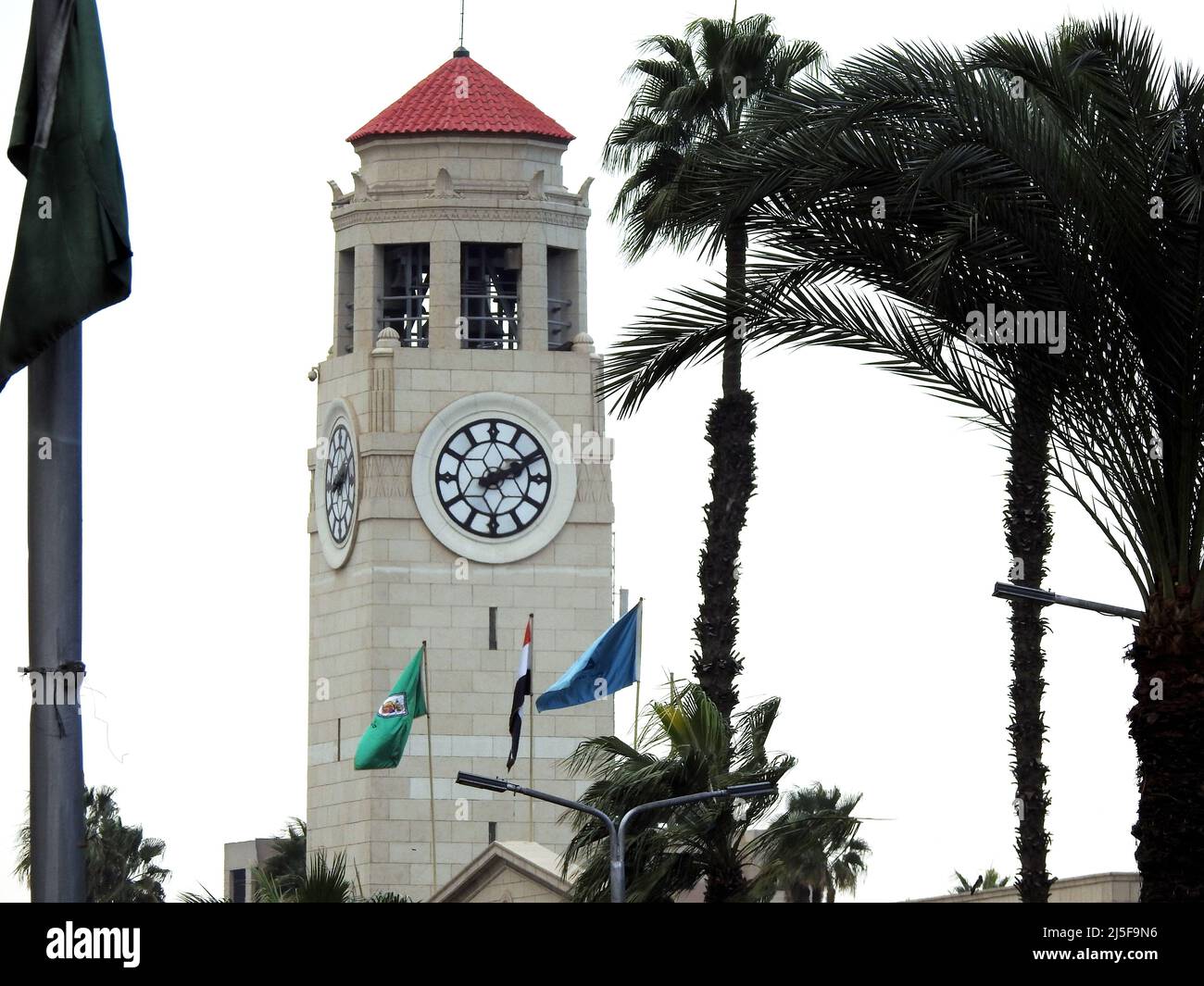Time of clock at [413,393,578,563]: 2:10
